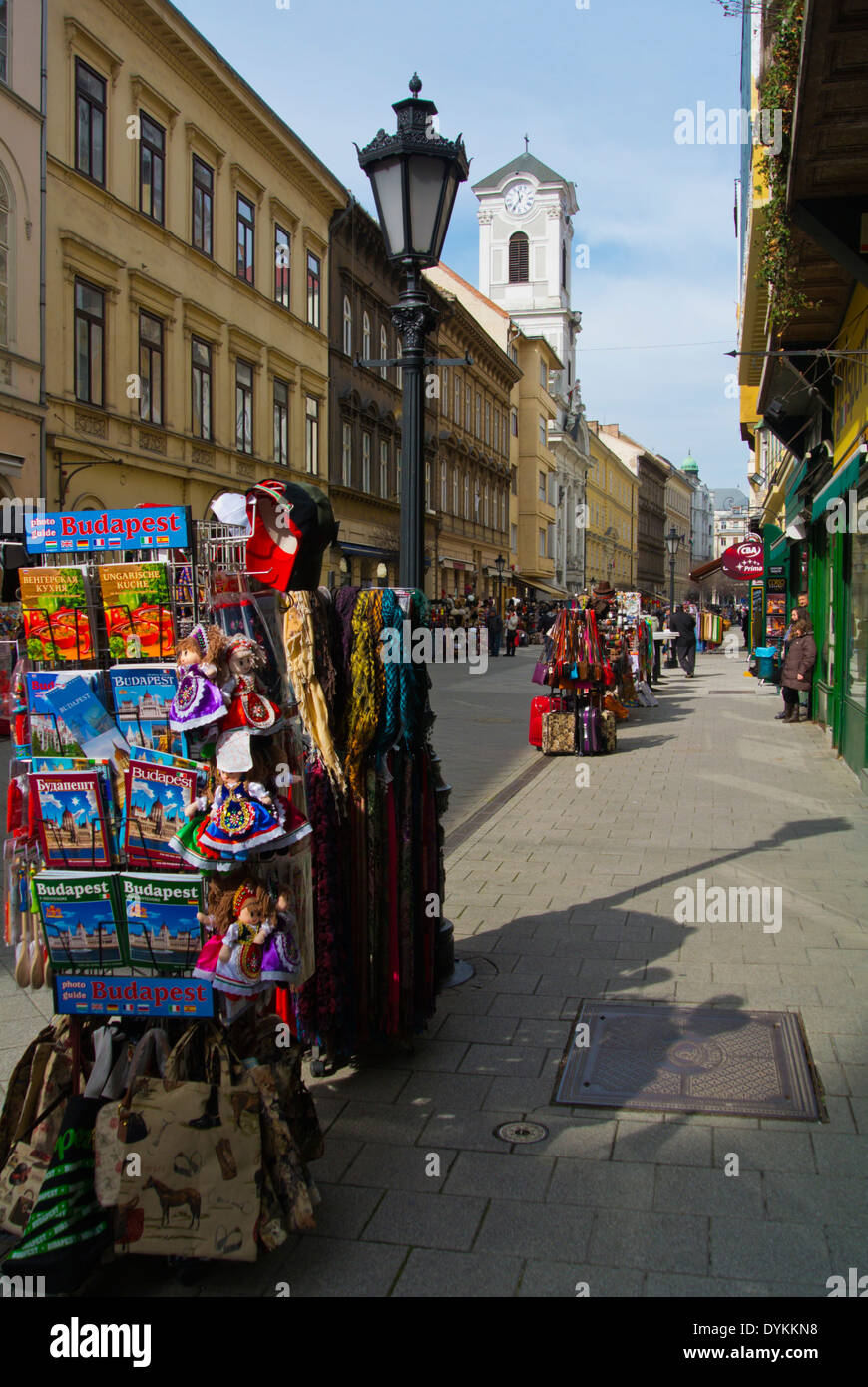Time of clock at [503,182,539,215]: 11:35
